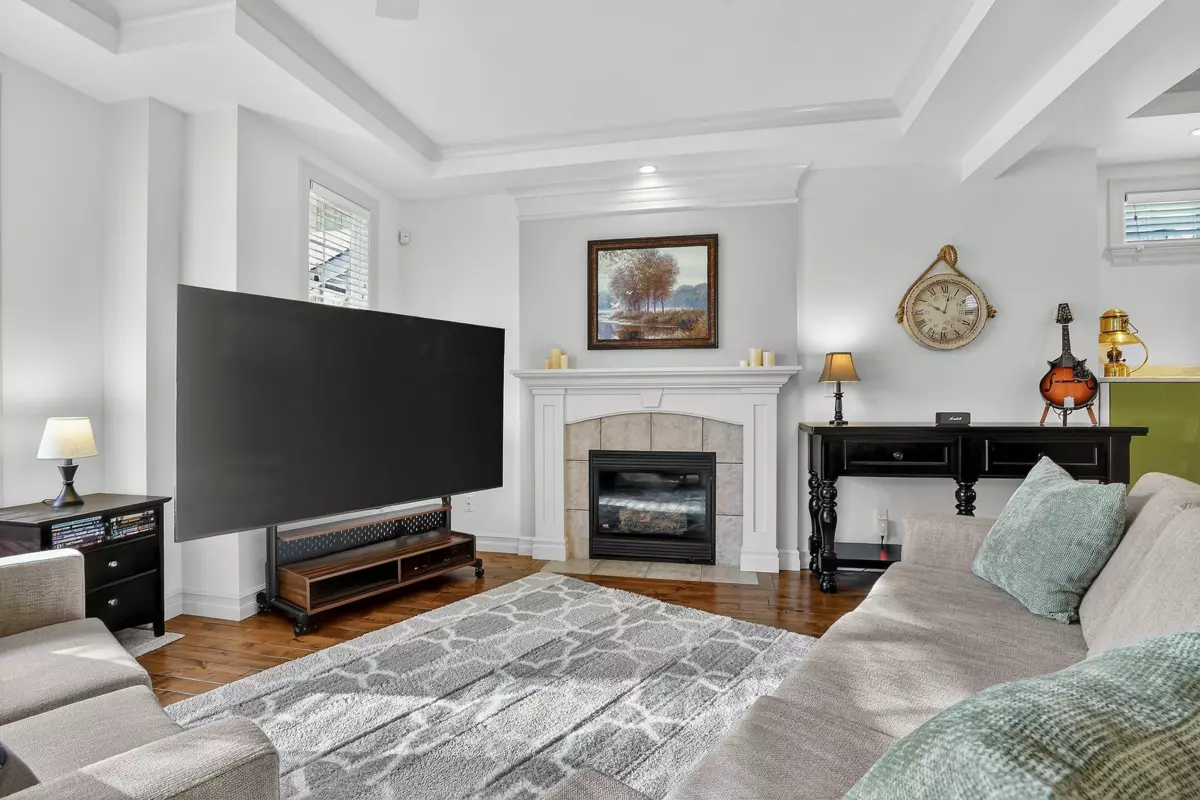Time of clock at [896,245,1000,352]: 10:02
